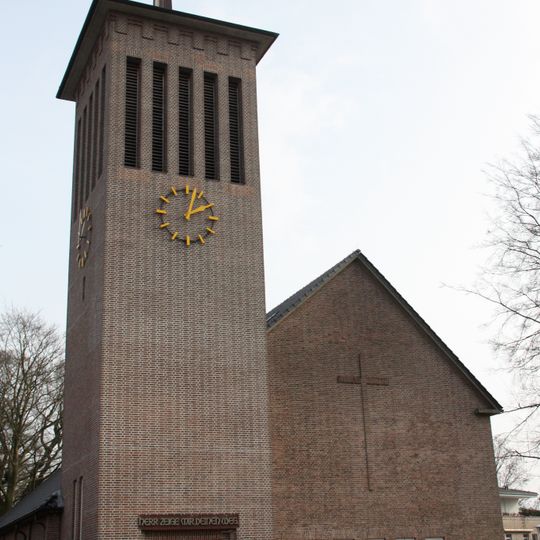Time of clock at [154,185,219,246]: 2:02
